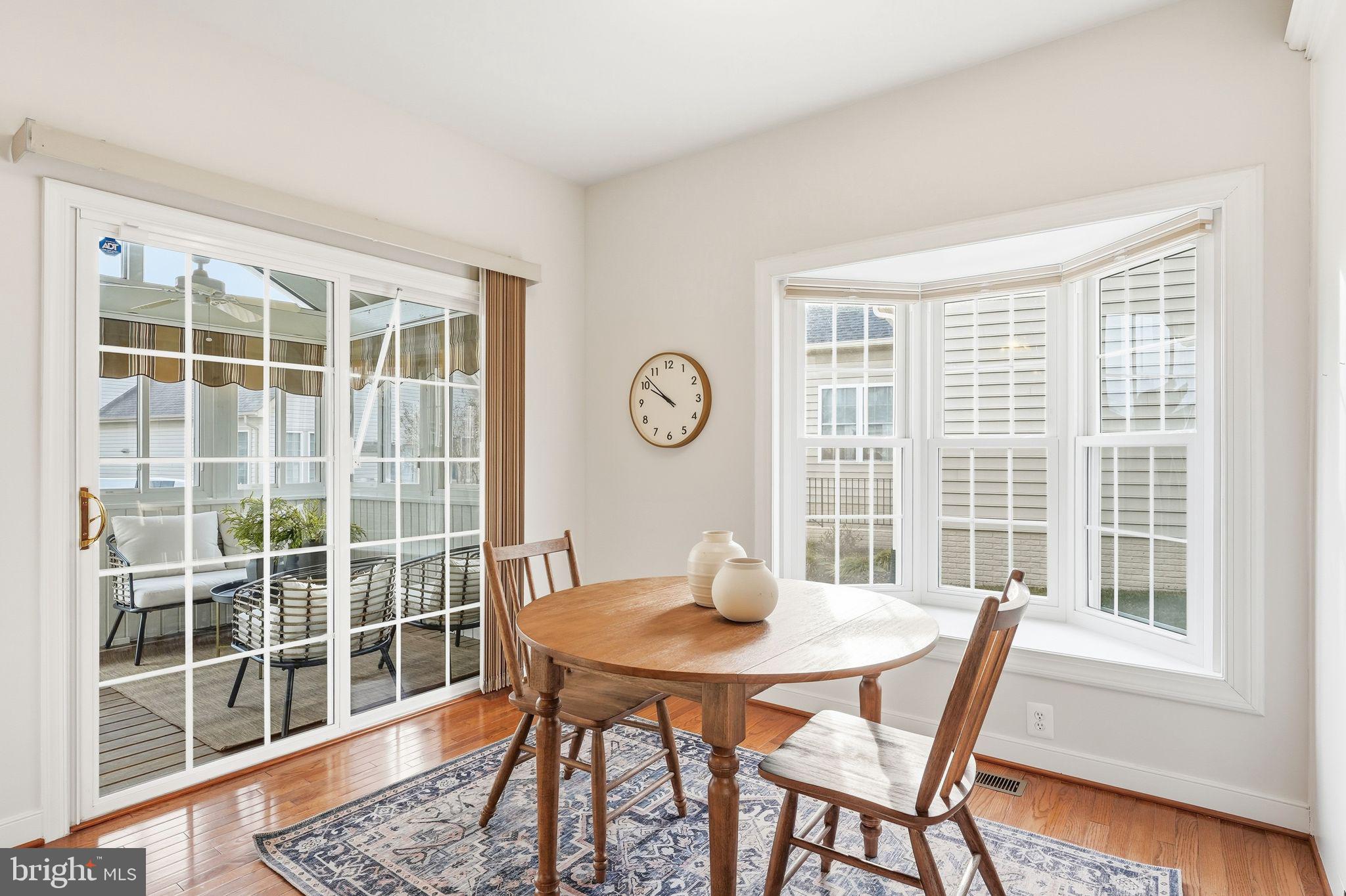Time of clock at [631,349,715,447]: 9:51
